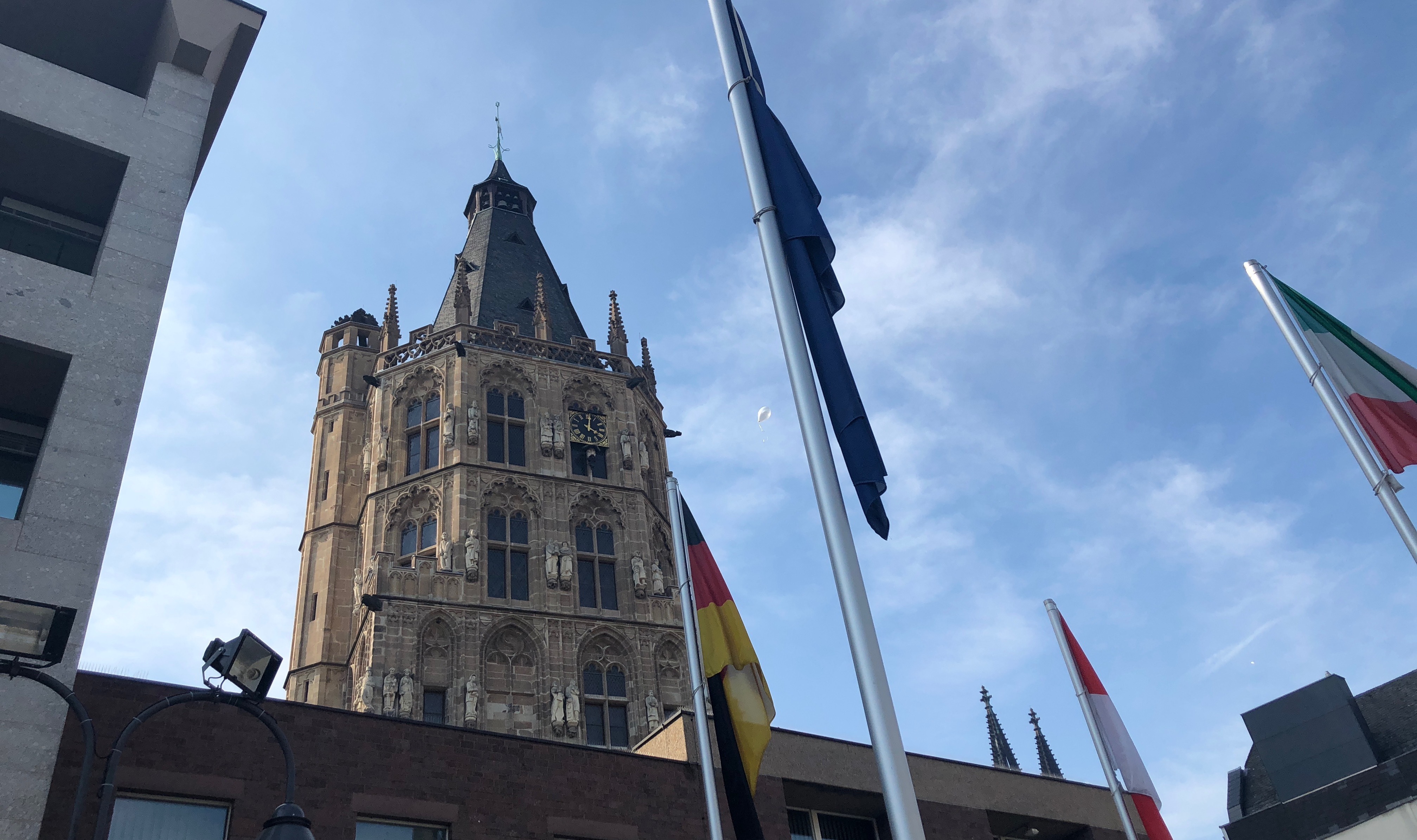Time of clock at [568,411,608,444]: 4:01
